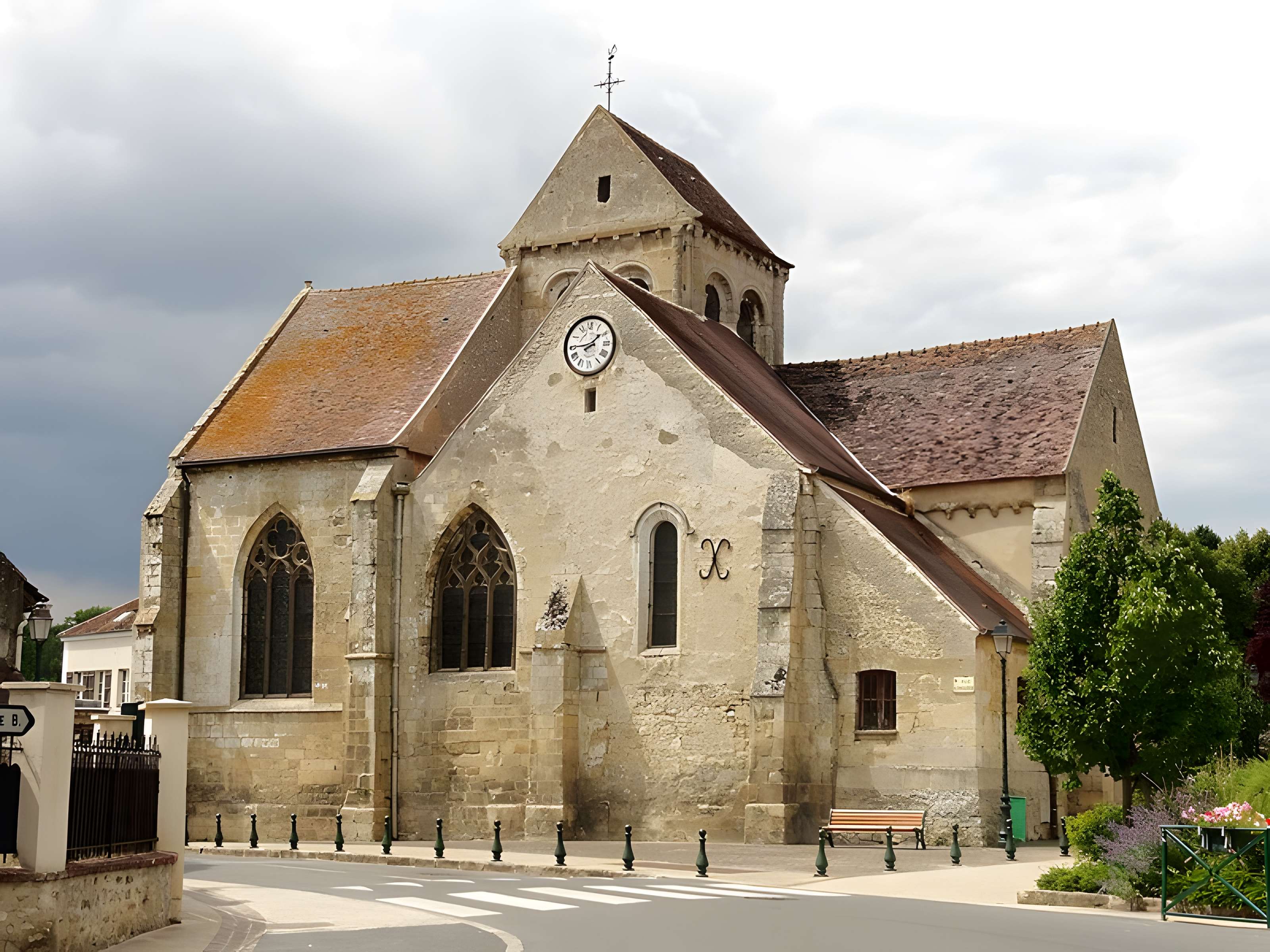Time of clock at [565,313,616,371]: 1:44
